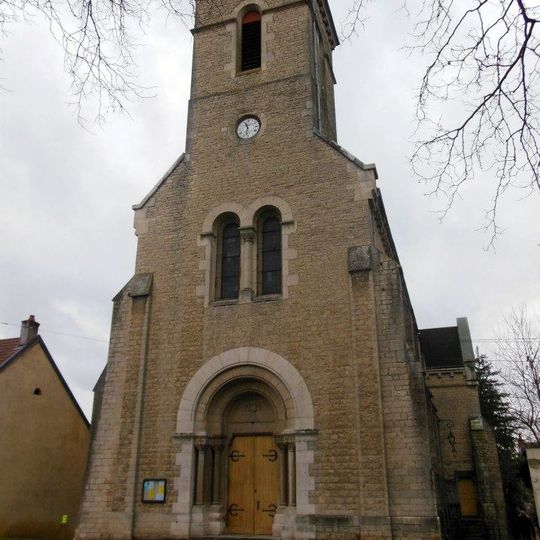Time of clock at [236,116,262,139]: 11:32
